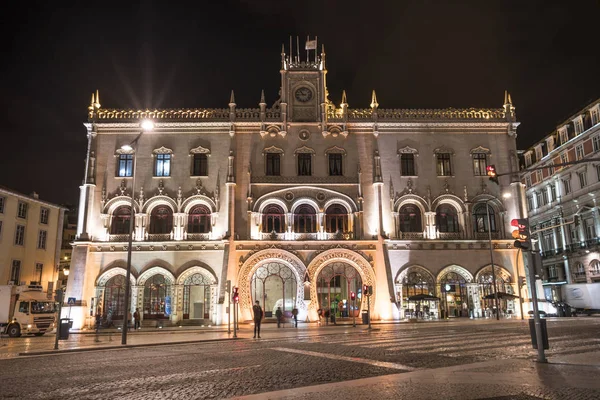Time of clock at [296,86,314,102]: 10:45
